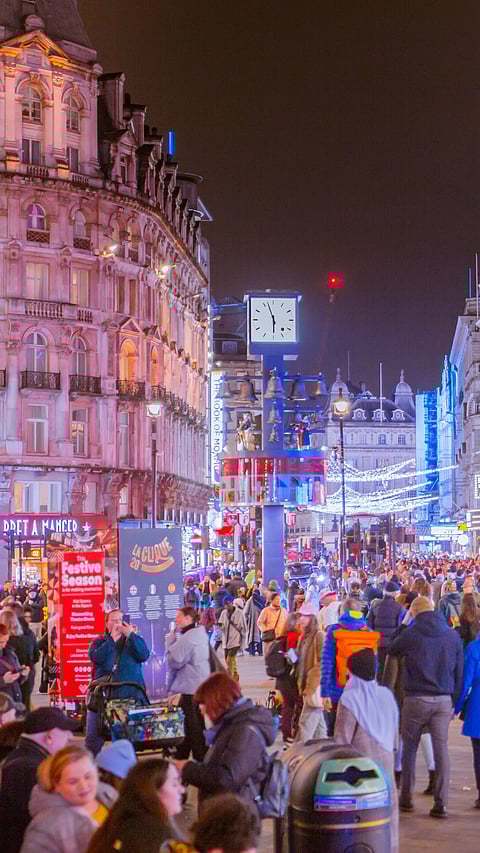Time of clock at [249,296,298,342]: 5:57
